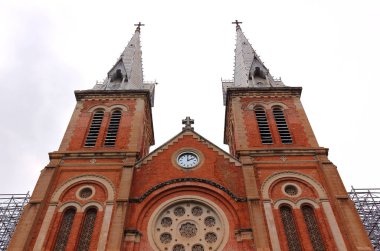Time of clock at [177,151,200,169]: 2:00
